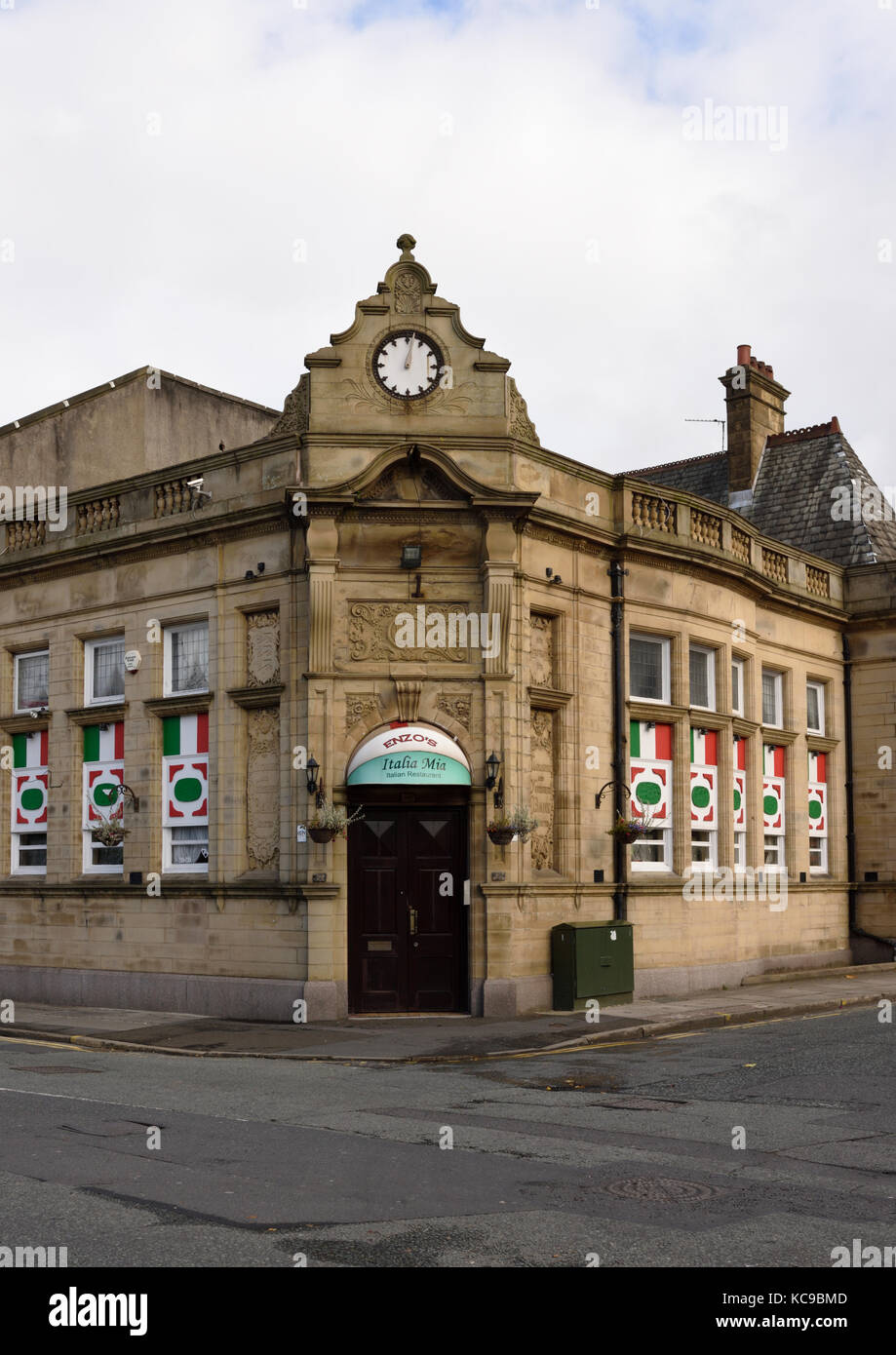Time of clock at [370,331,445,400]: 1:02
